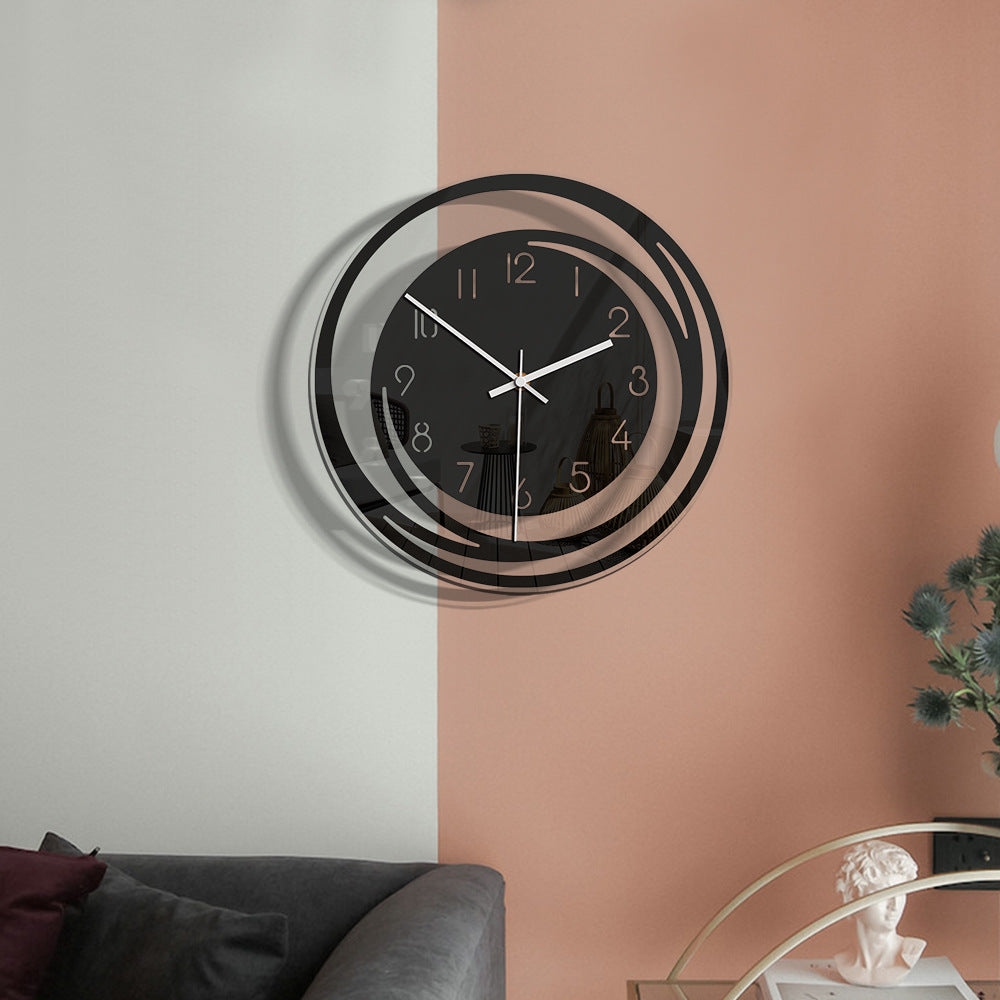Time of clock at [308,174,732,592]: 2:06
